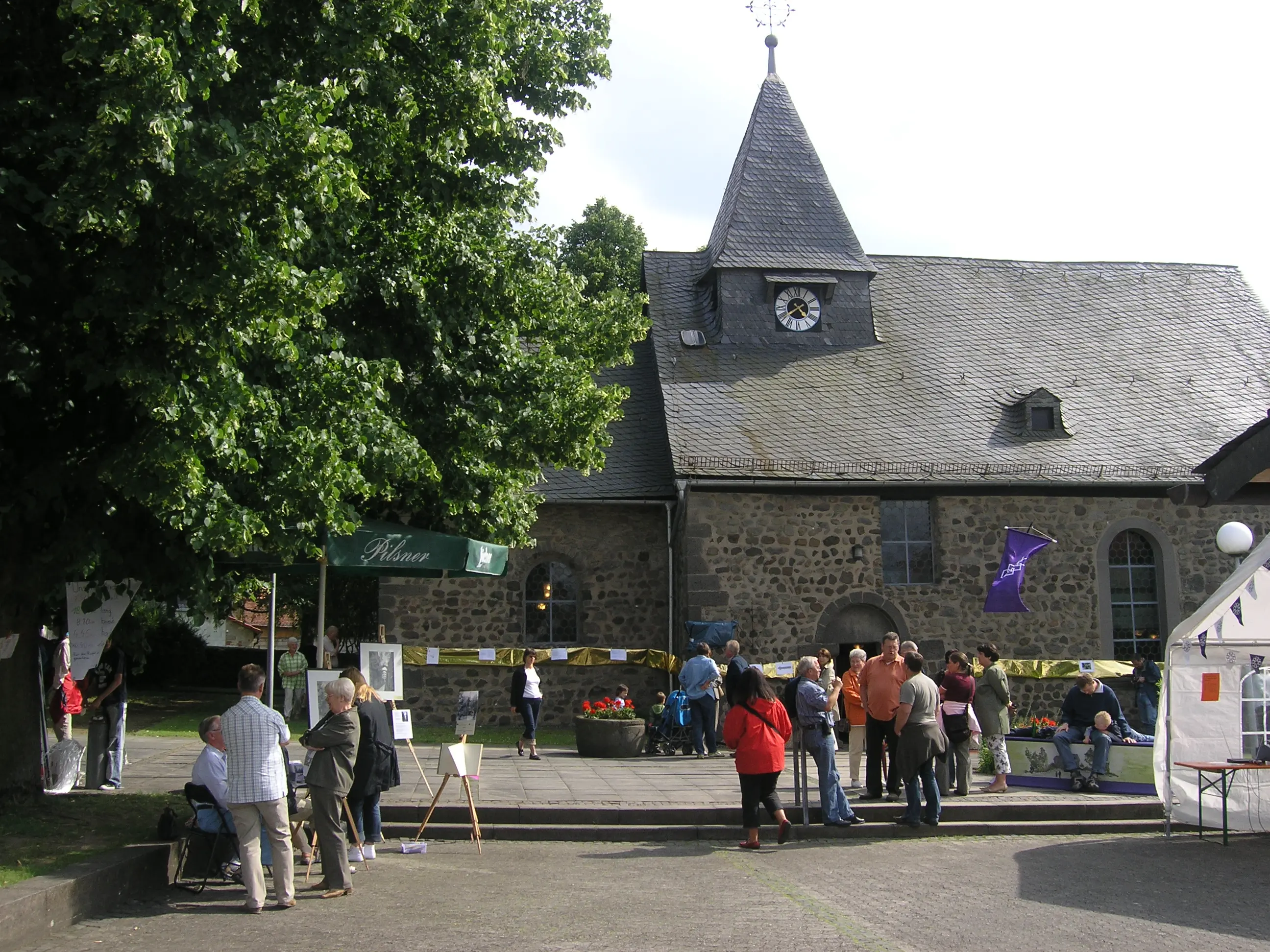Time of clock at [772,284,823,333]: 4:39
